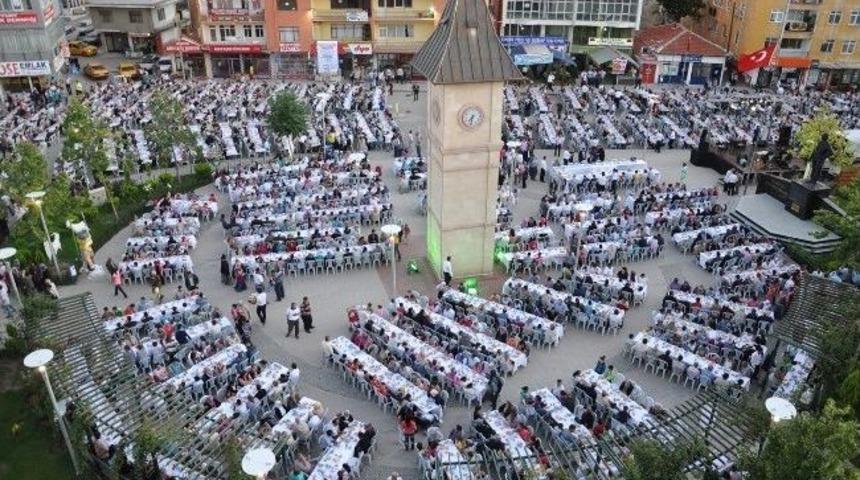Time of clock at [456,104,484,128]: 7:32
